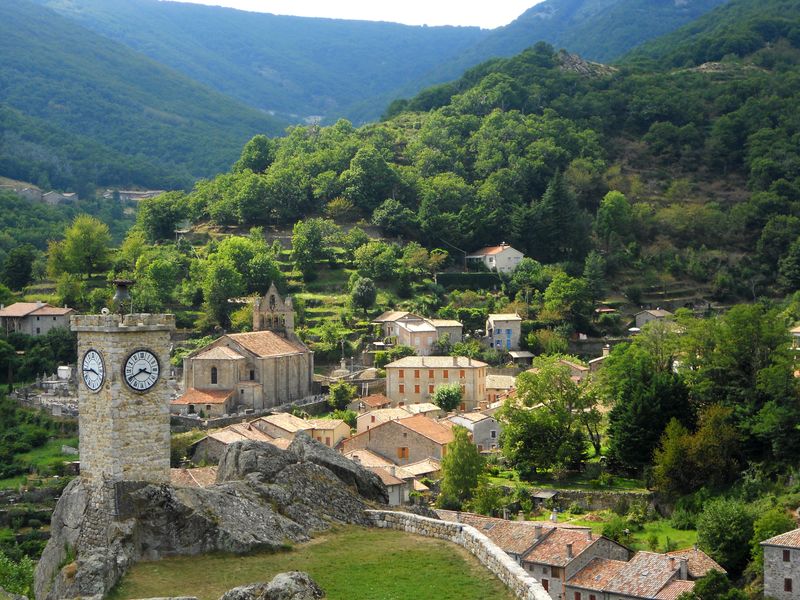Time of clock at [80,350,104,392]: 3:44
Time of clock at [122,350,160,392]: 3:40
